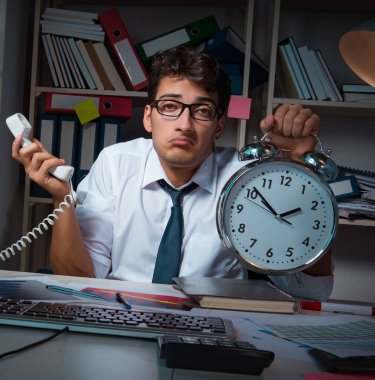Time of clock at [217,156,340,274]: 1:51
